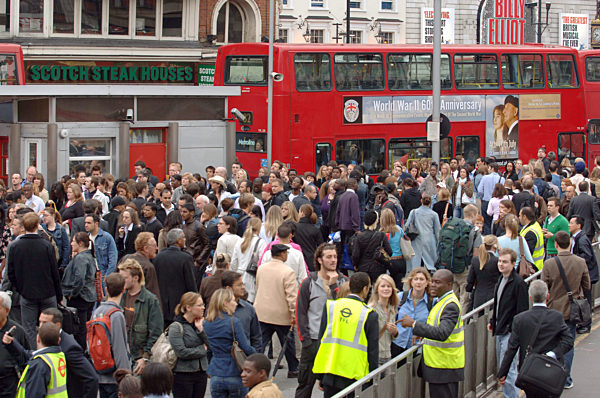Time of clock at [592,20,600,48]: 9:38
